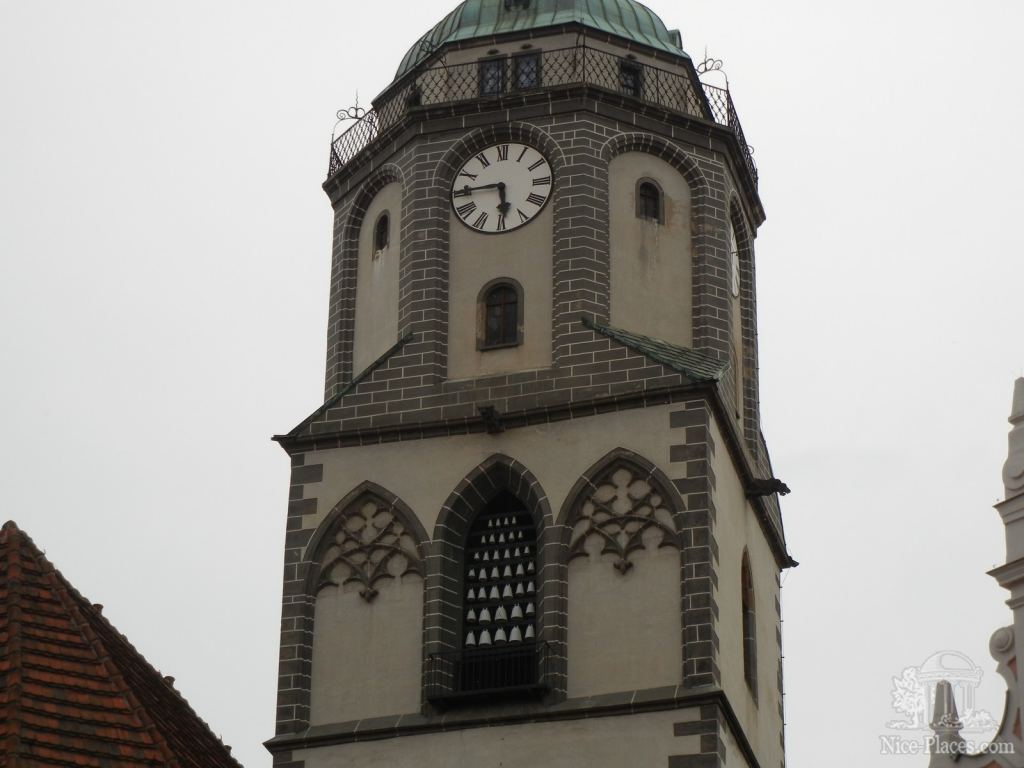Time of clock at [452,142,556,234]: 5:45
